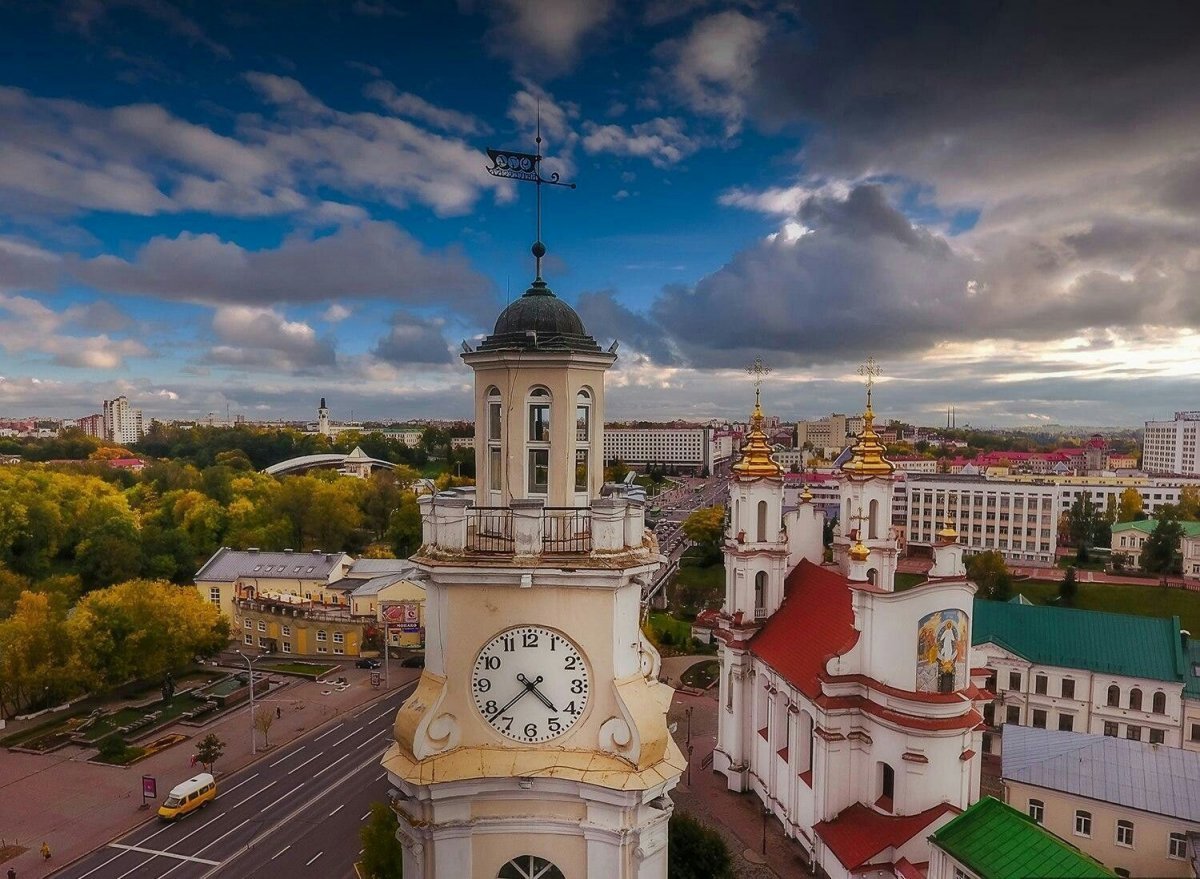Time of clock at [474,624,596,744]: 4:38
